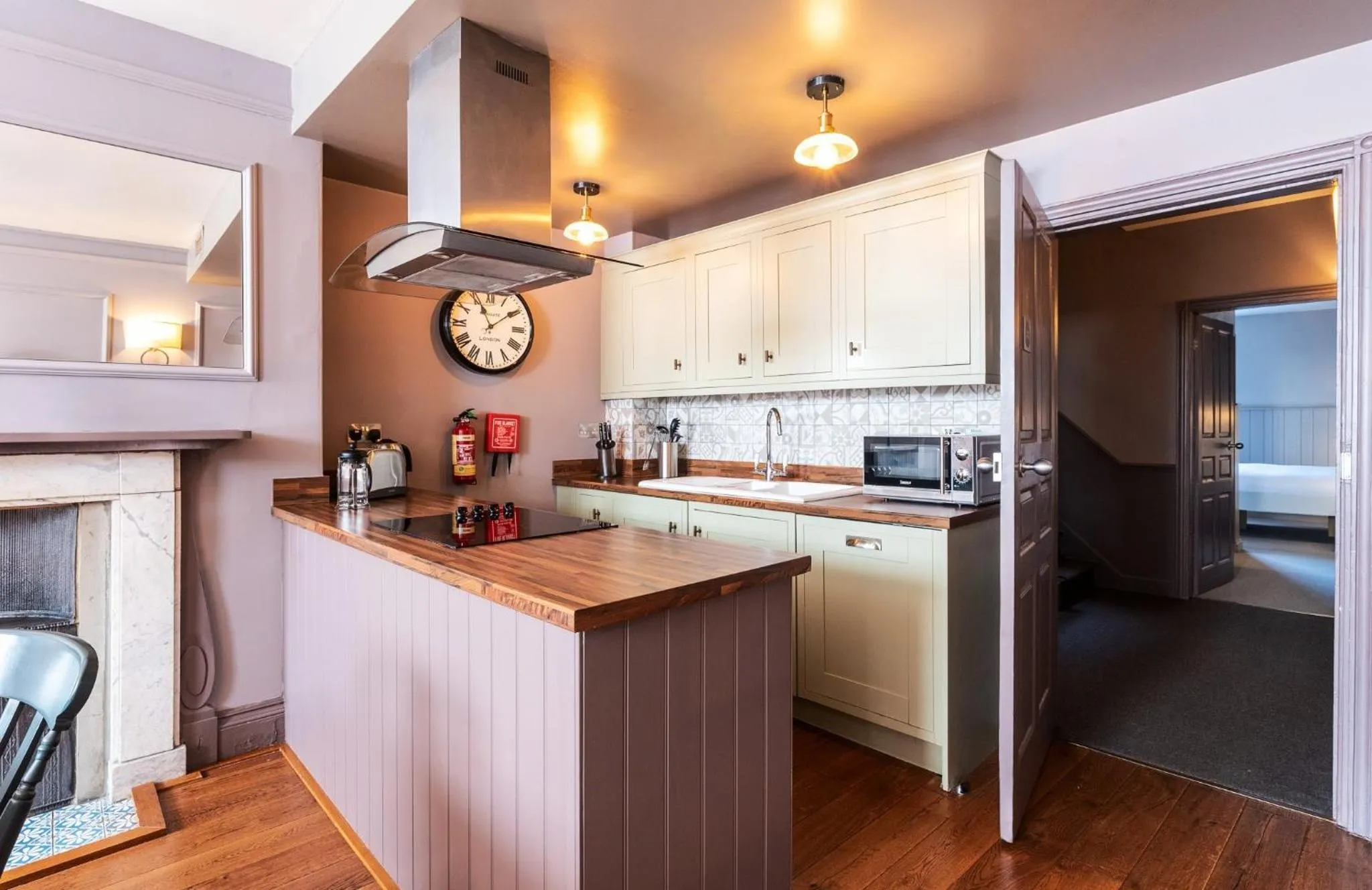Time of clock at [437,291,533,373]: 1:56
